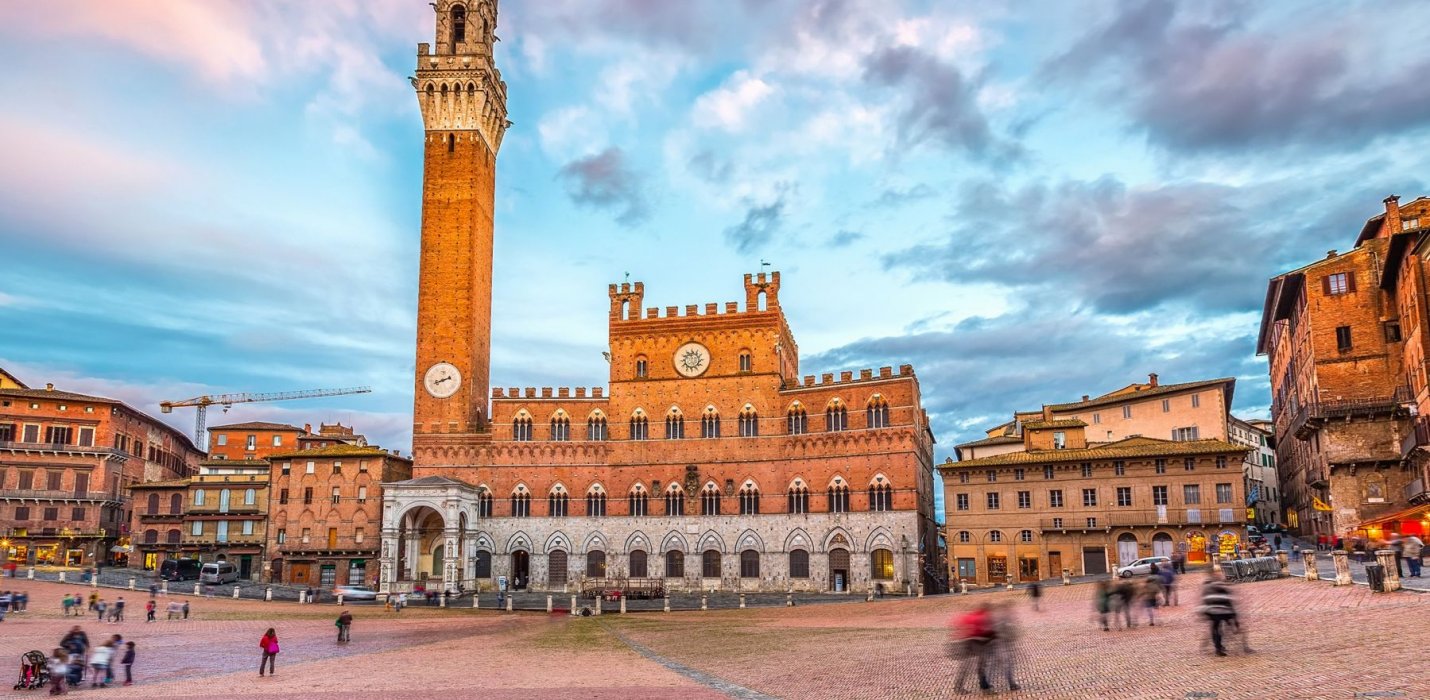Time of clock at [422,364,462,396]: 8:11
